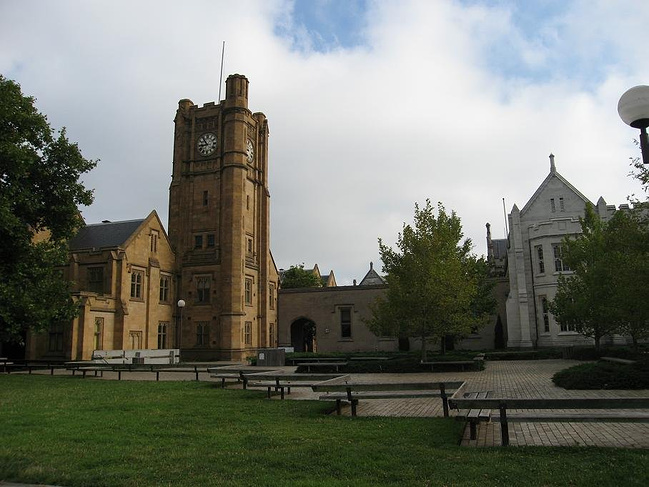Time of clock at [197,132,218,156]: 8:53
